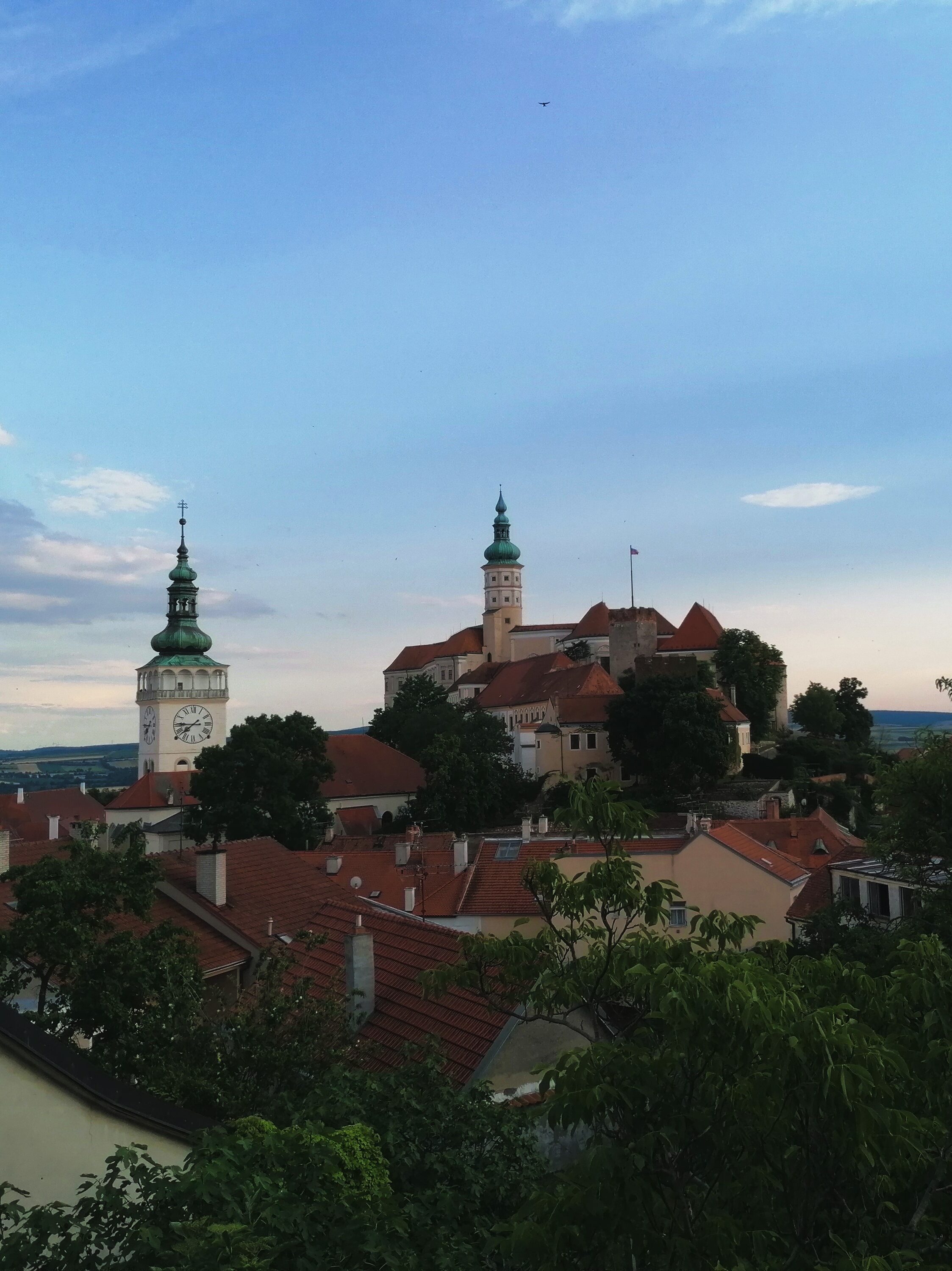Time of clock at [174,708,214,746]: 7:45
